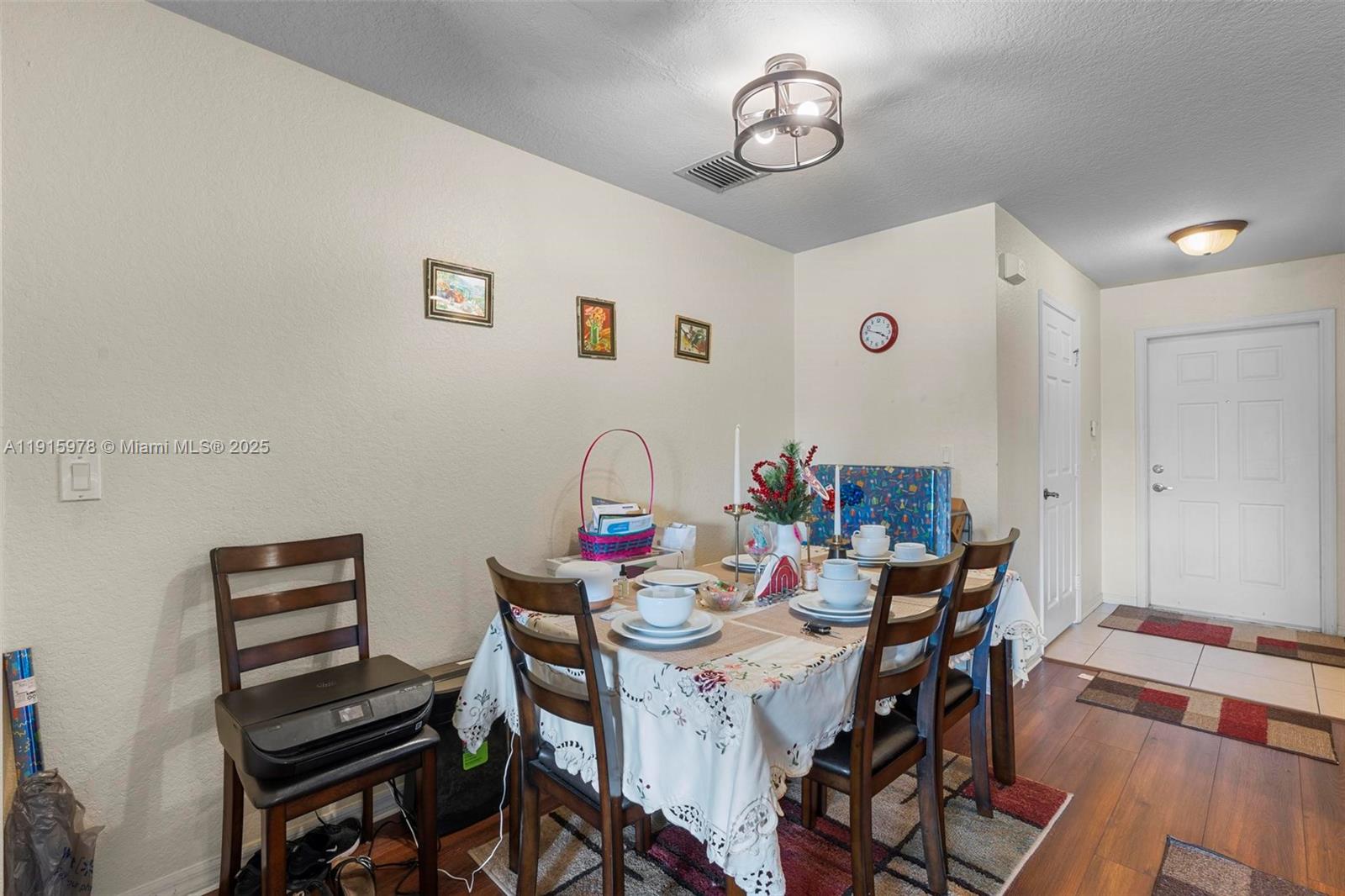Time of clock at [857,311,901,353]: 3:47
